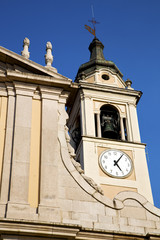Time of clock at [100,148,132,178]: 5:05
